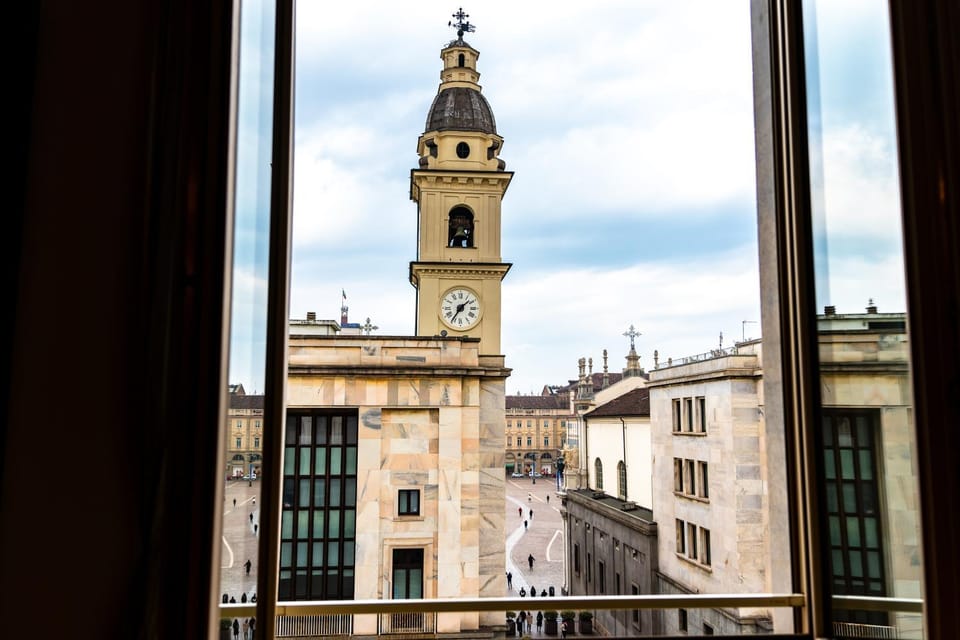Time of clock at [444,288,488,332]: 1:35
